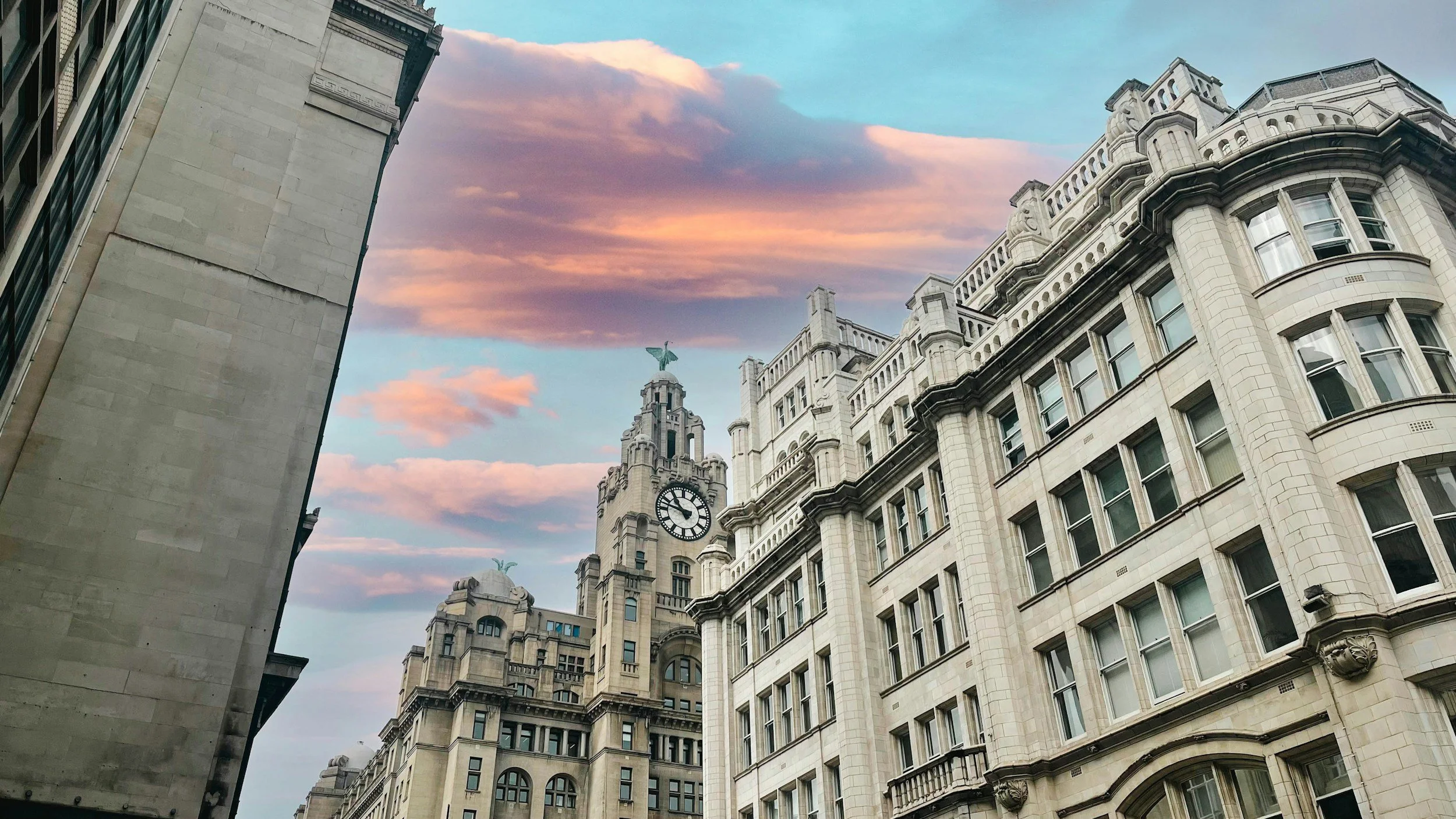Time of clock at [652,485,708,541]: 10:47
